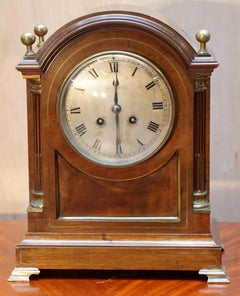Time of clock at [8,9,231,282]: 6:00
